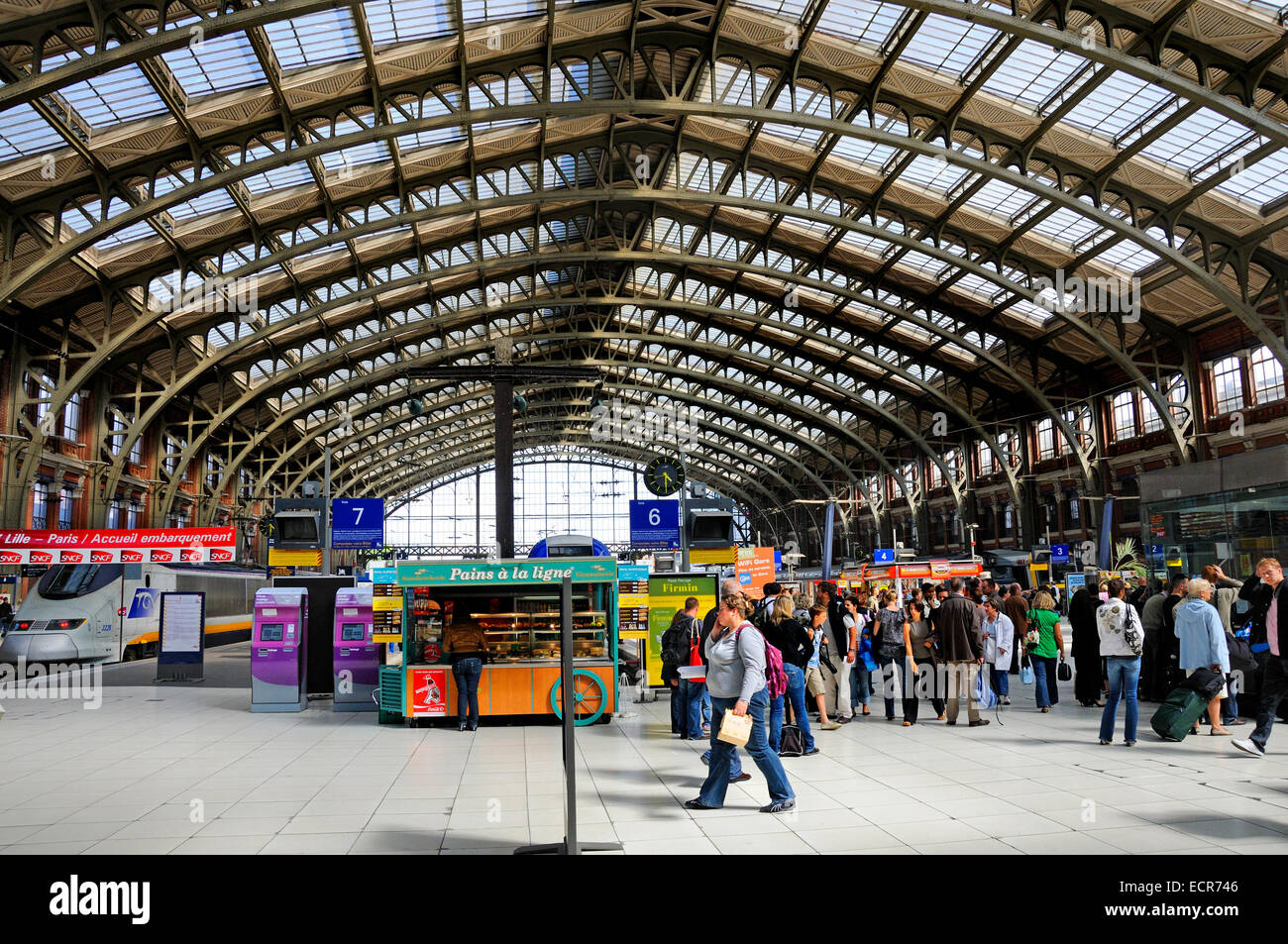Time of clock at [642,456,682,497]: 4:30
